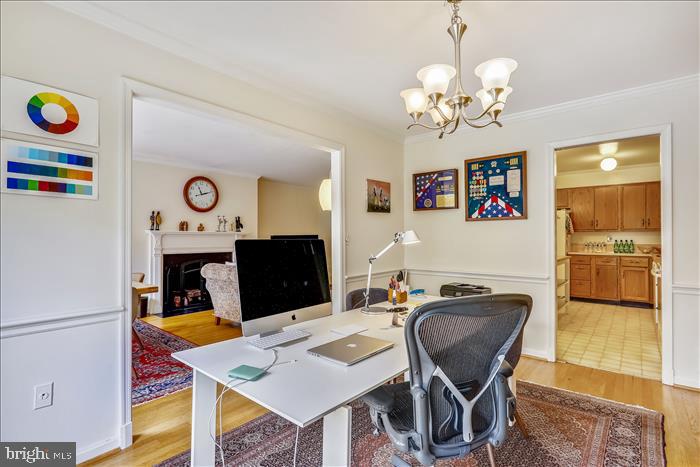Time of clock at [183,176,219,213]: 11:12
